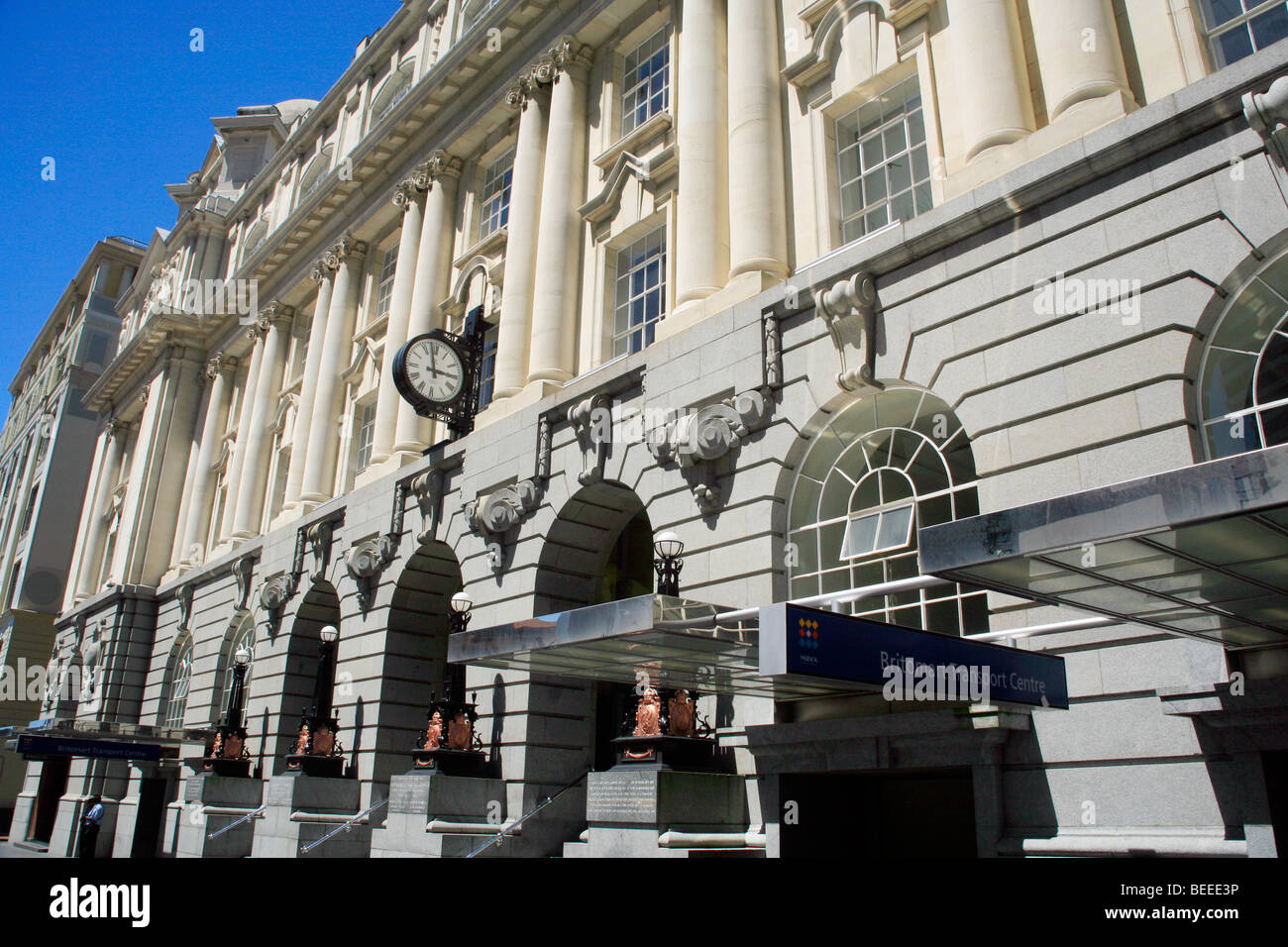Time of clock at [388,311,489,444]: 2:58
